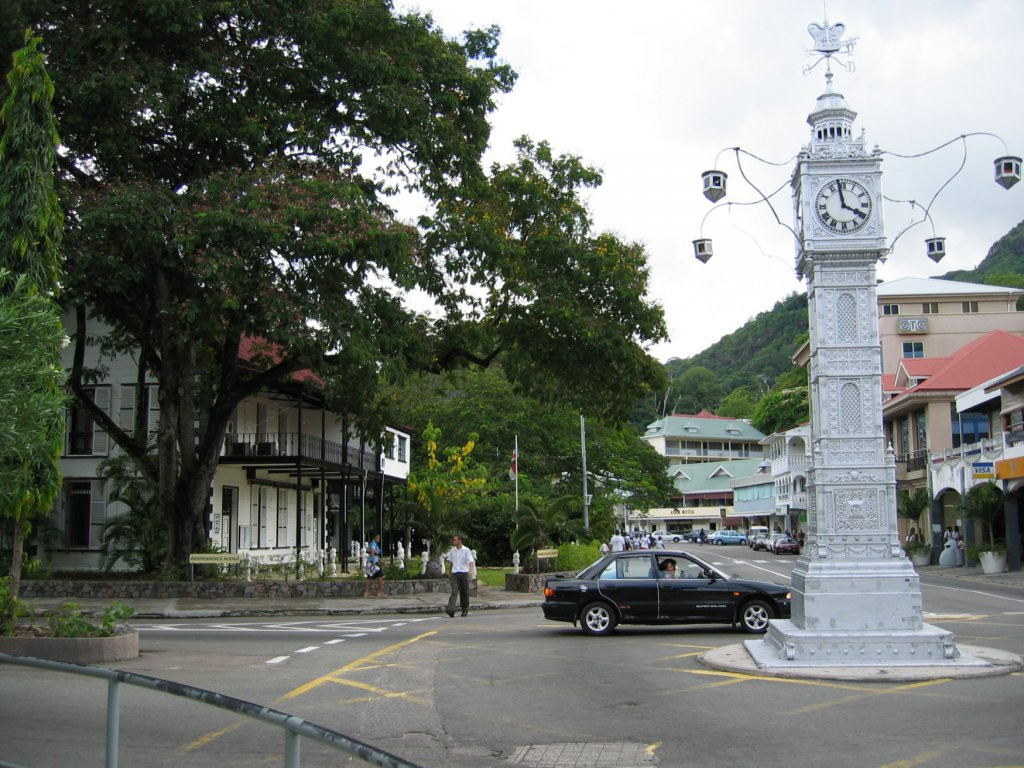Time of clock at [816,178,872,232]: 3:58
